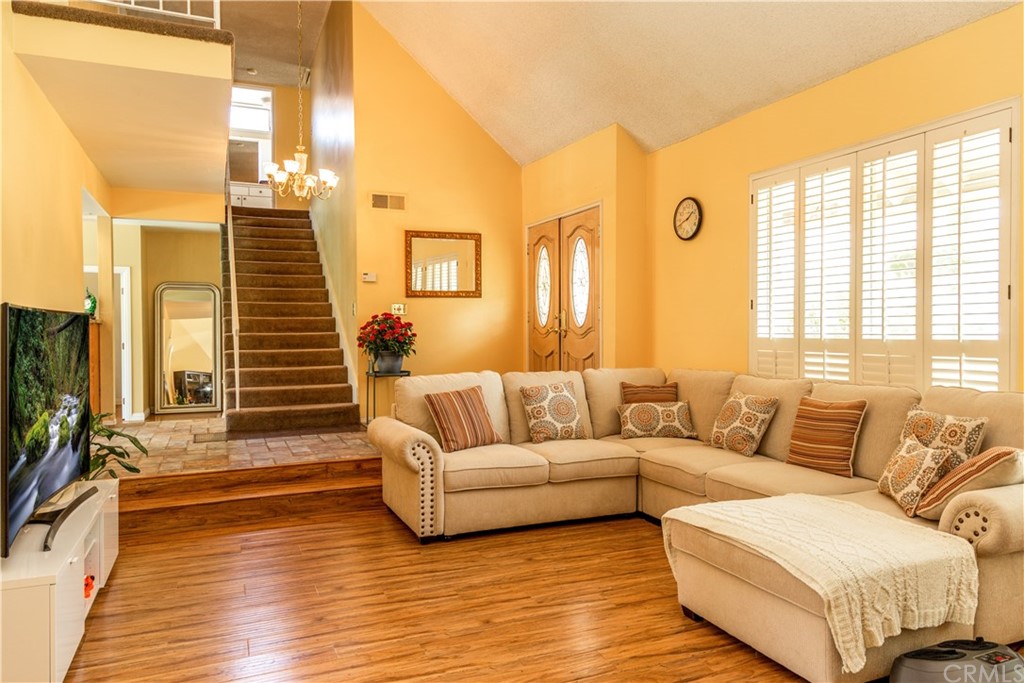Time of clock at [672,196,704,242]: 1:41
